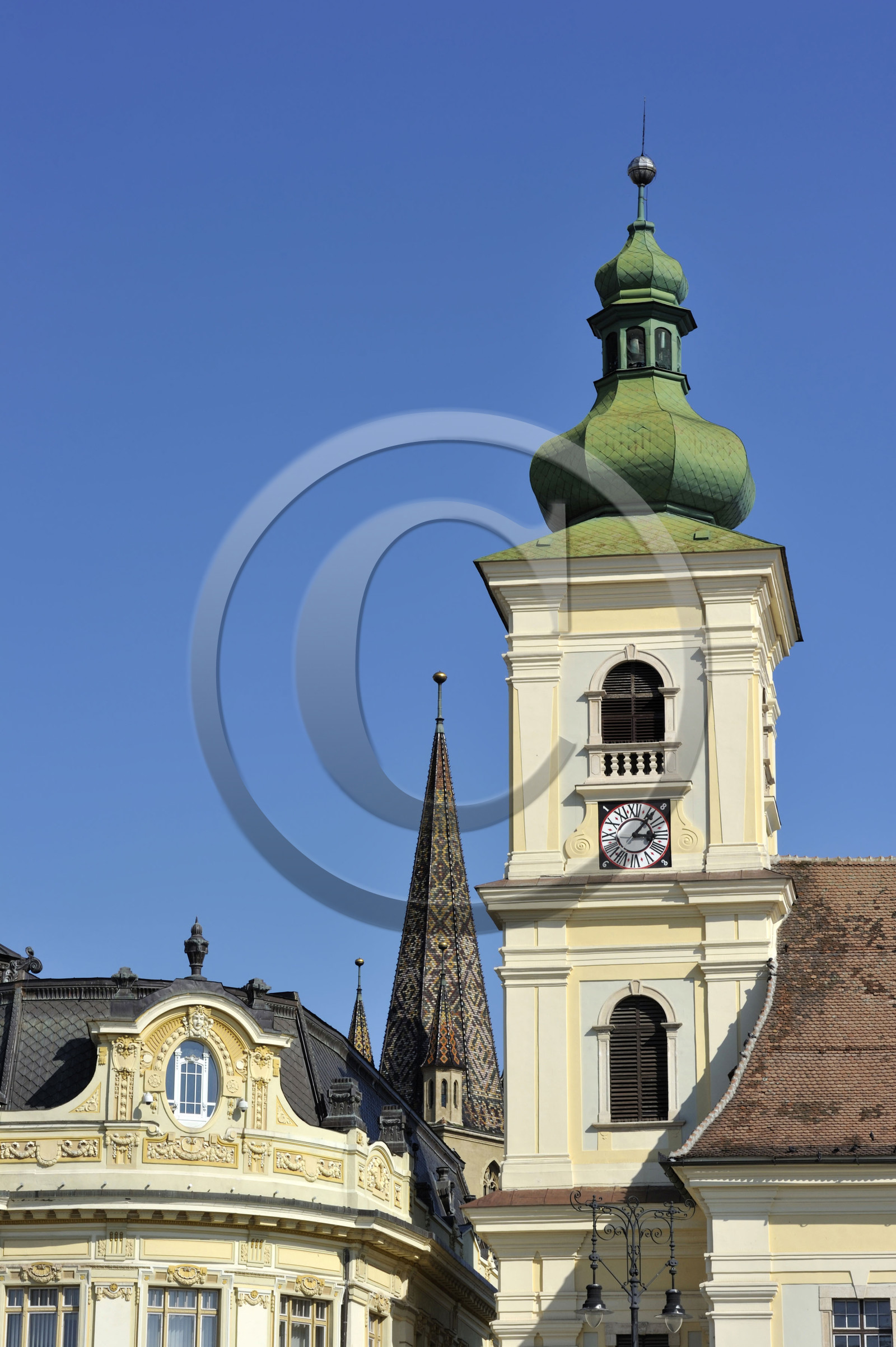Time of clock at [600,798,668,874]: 3:06
